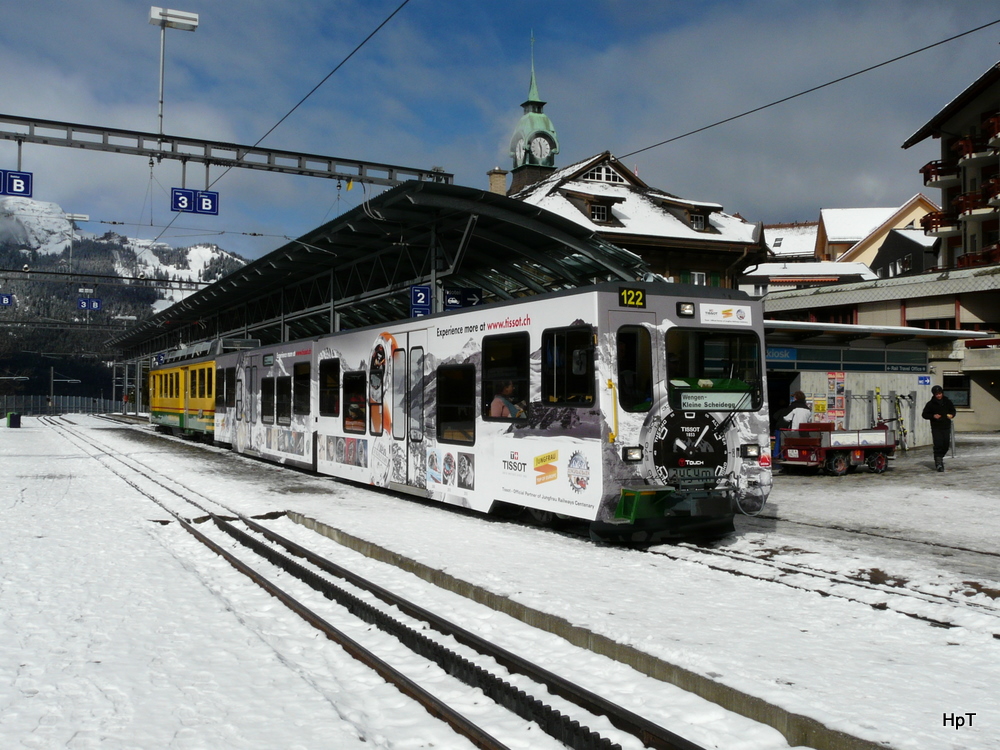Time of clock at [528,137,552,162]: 11:29
